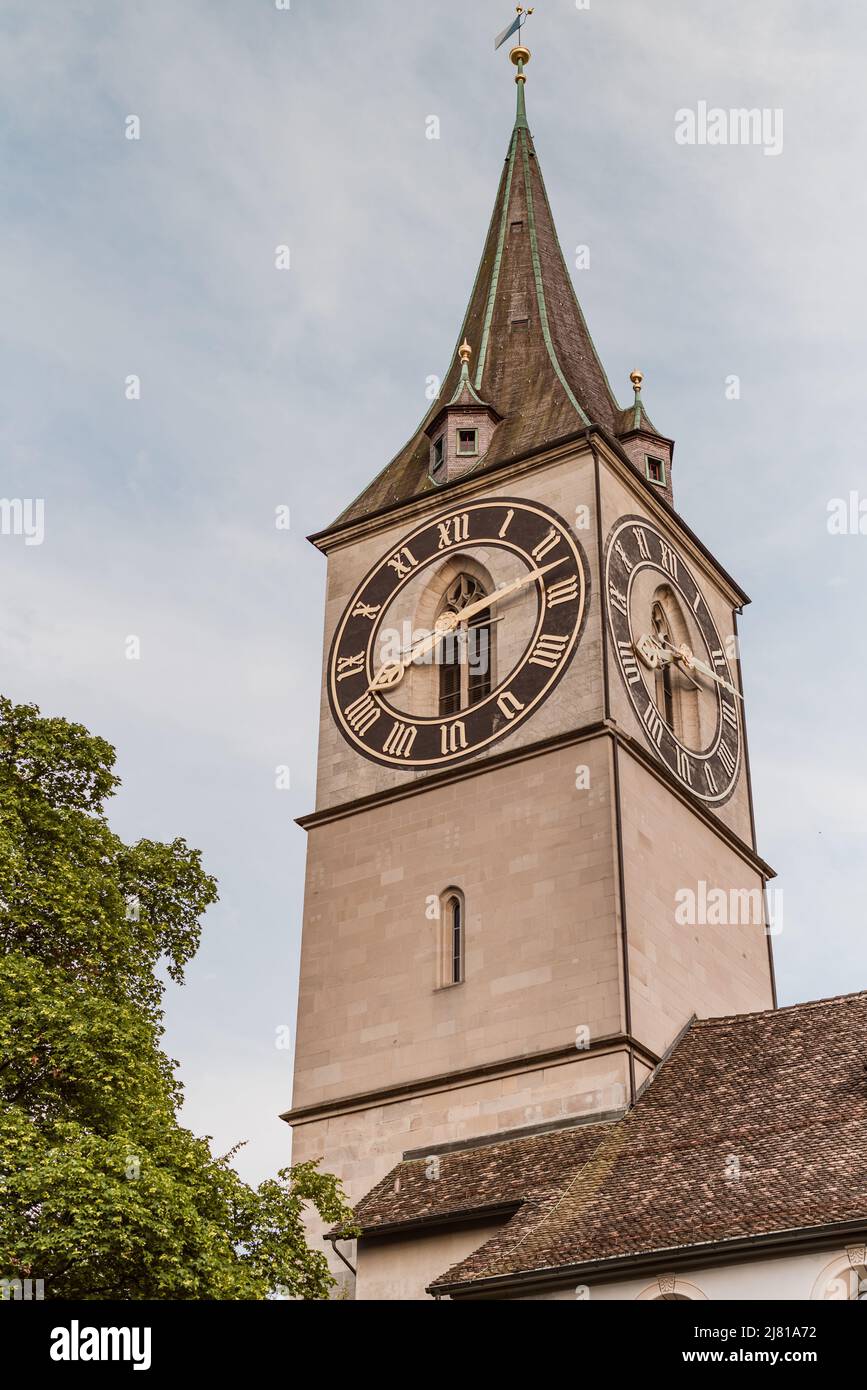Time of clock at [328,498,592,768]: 12:29
